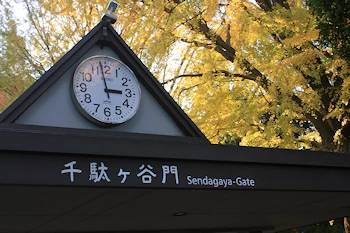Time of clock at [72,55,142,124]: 2:58
